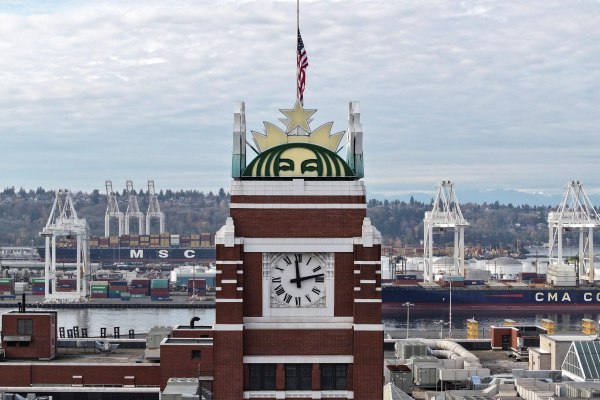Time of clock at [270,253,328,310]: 12:12
